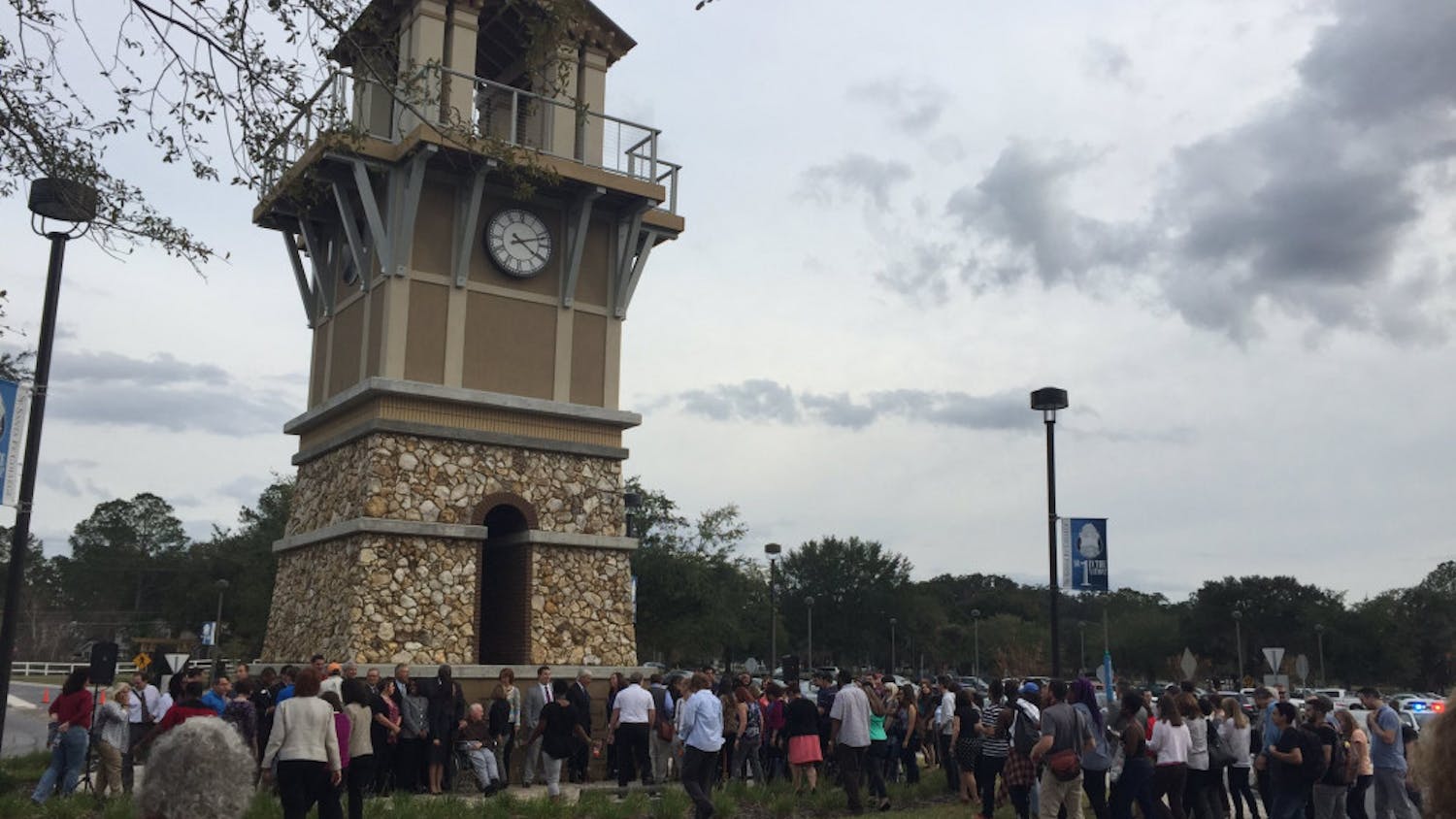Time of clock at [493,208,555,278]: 4:12
